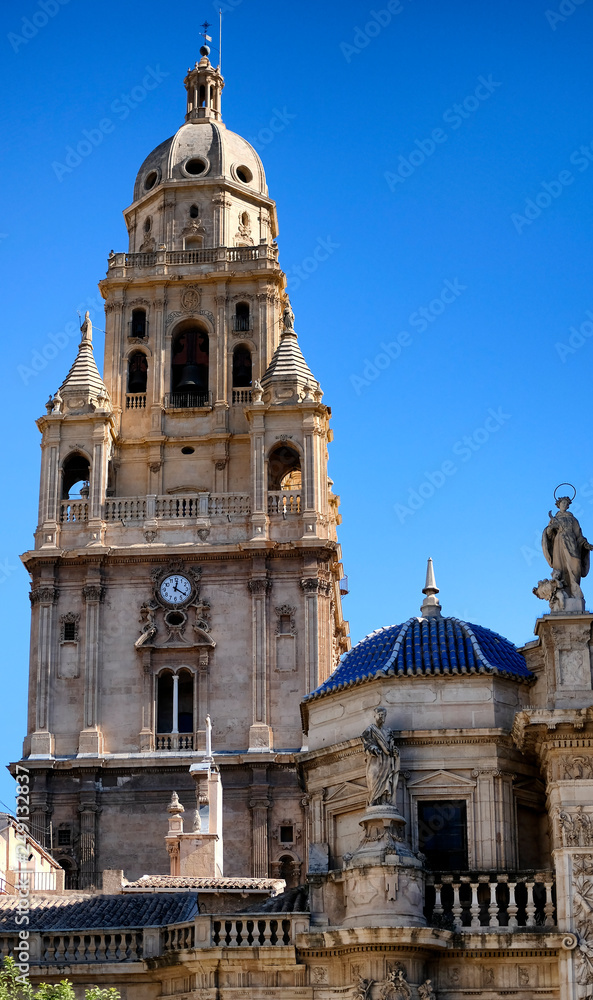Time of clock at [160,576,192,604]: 12:20
